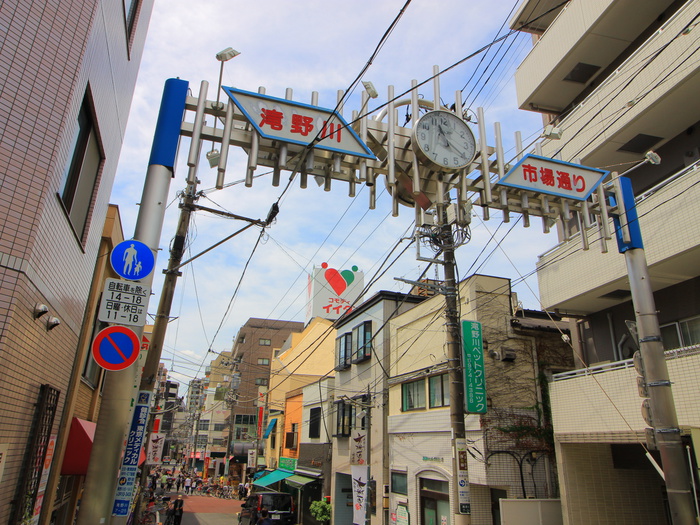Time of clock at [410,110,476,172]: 11:21
